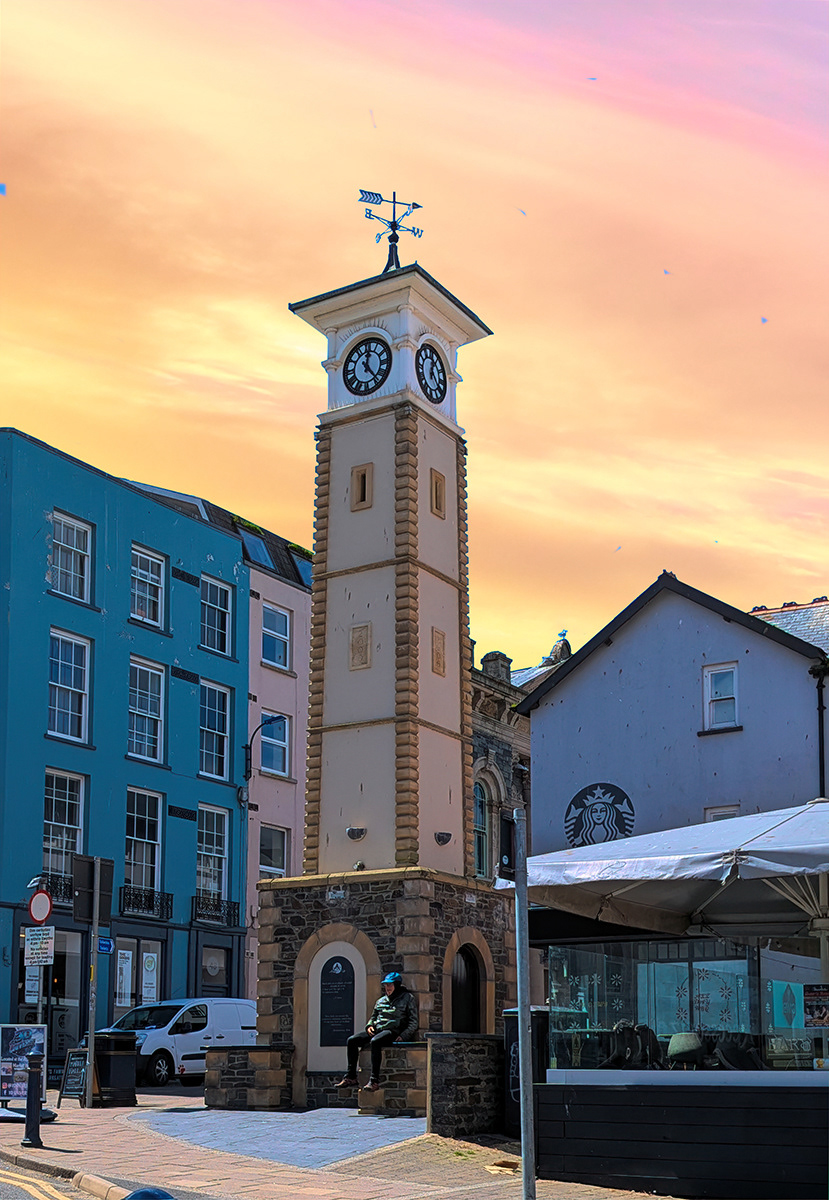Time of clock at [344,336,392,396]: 12:22
